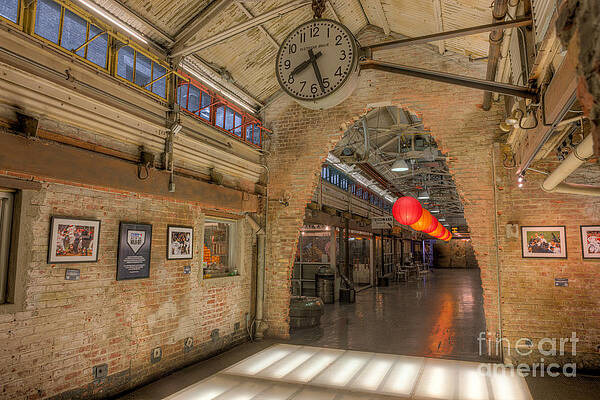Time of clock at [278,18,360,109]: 8:26
